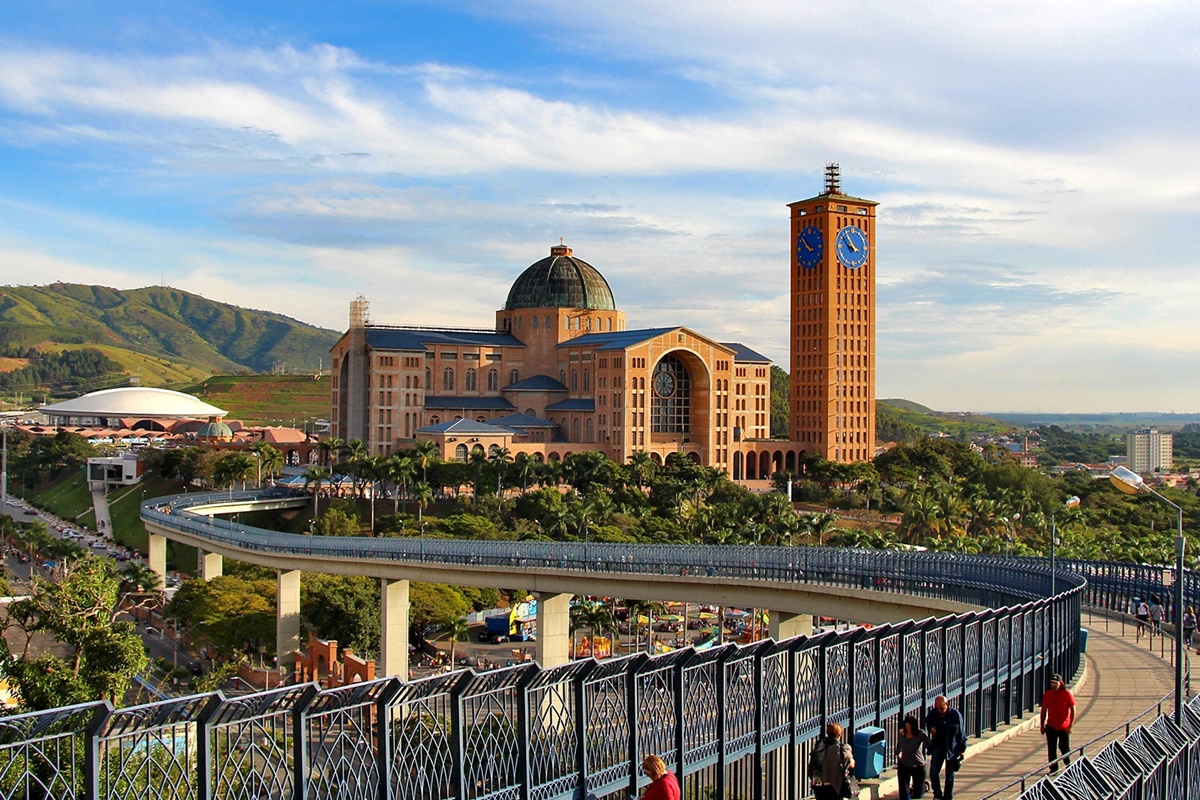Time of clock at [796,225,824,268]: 3:51
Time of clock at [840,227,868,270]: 3:54
